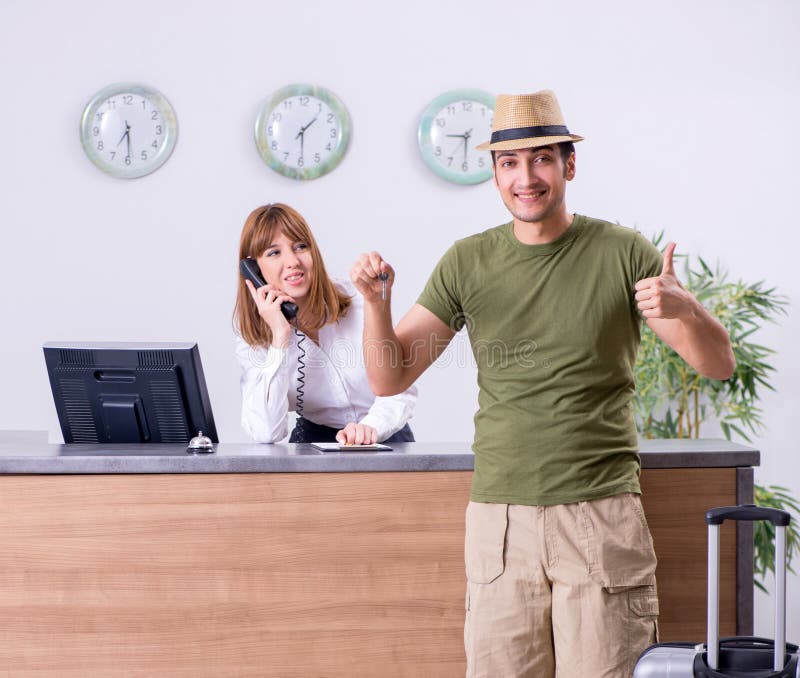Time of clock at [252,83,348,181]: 1:29
